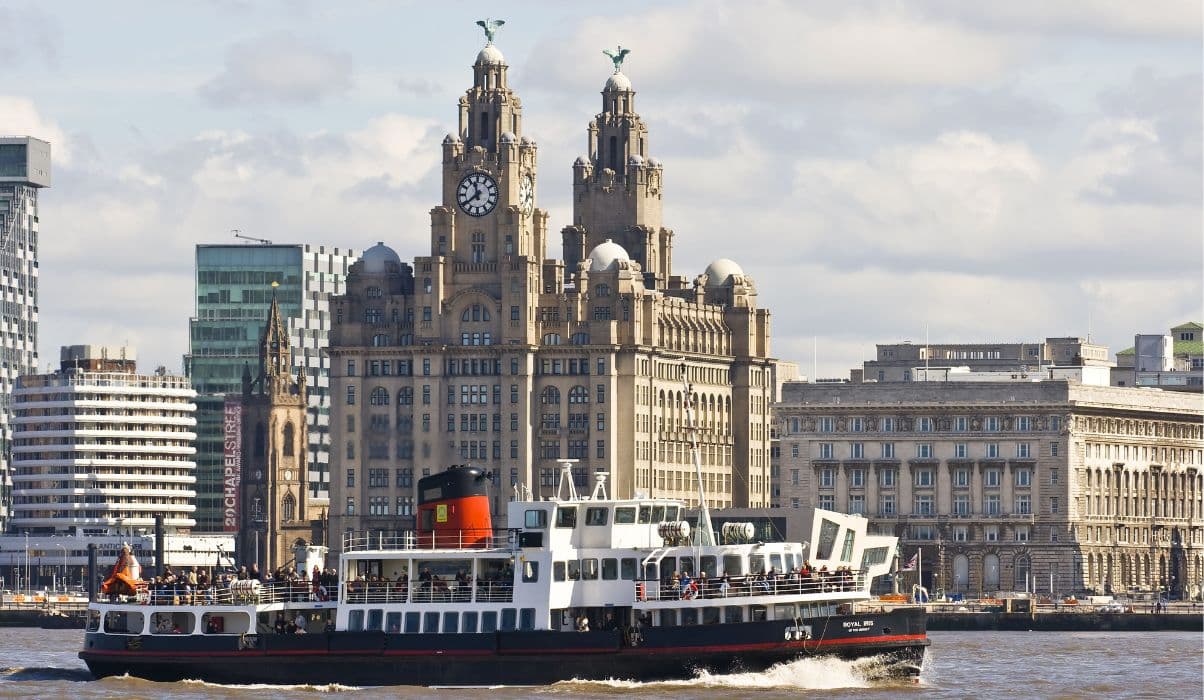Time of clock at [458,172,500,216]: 11:38
